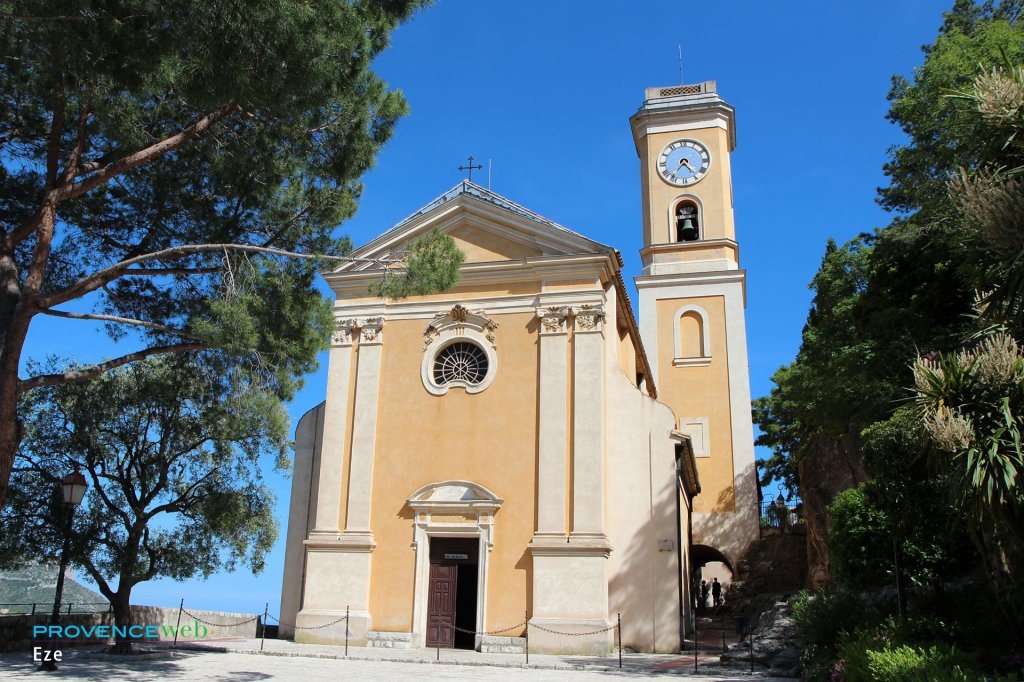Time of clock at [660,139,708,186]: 4:37
